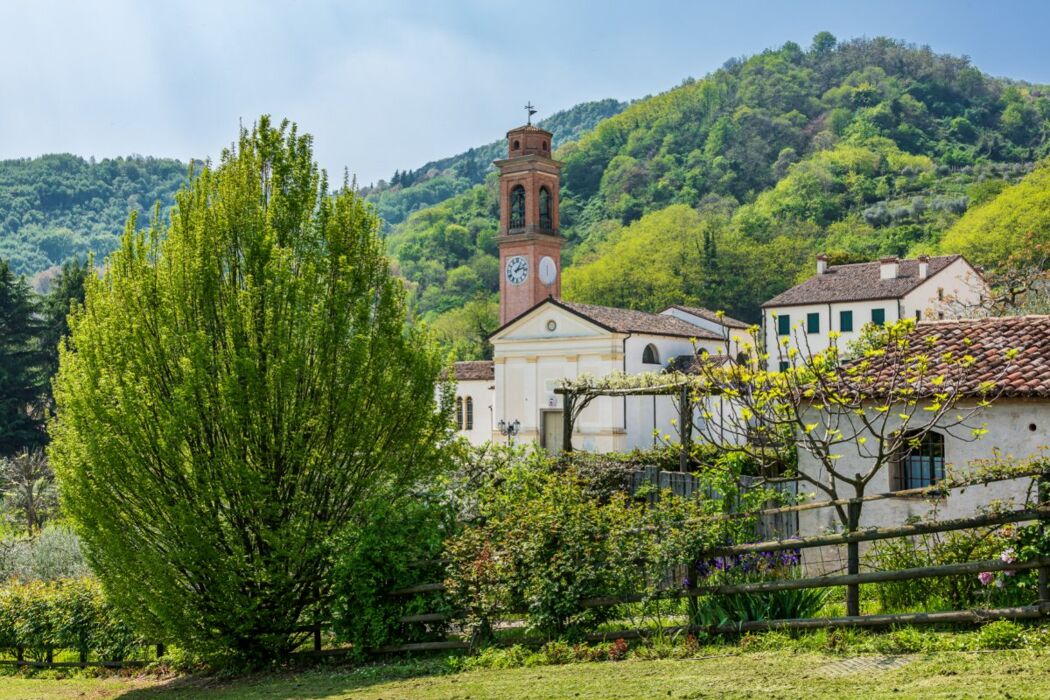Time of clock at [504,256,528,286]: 1:12
